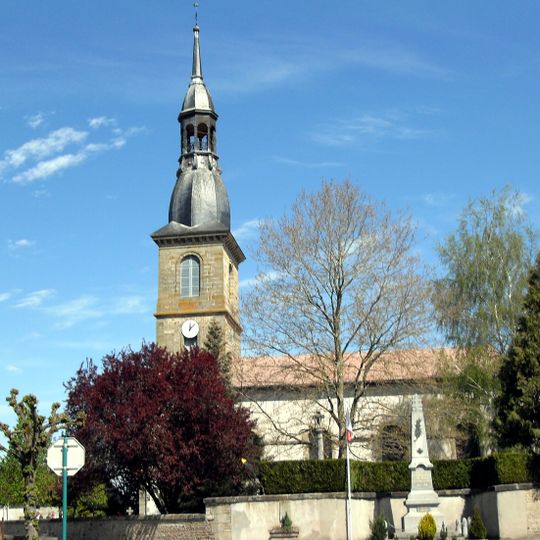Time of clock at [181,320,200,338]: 12:07
